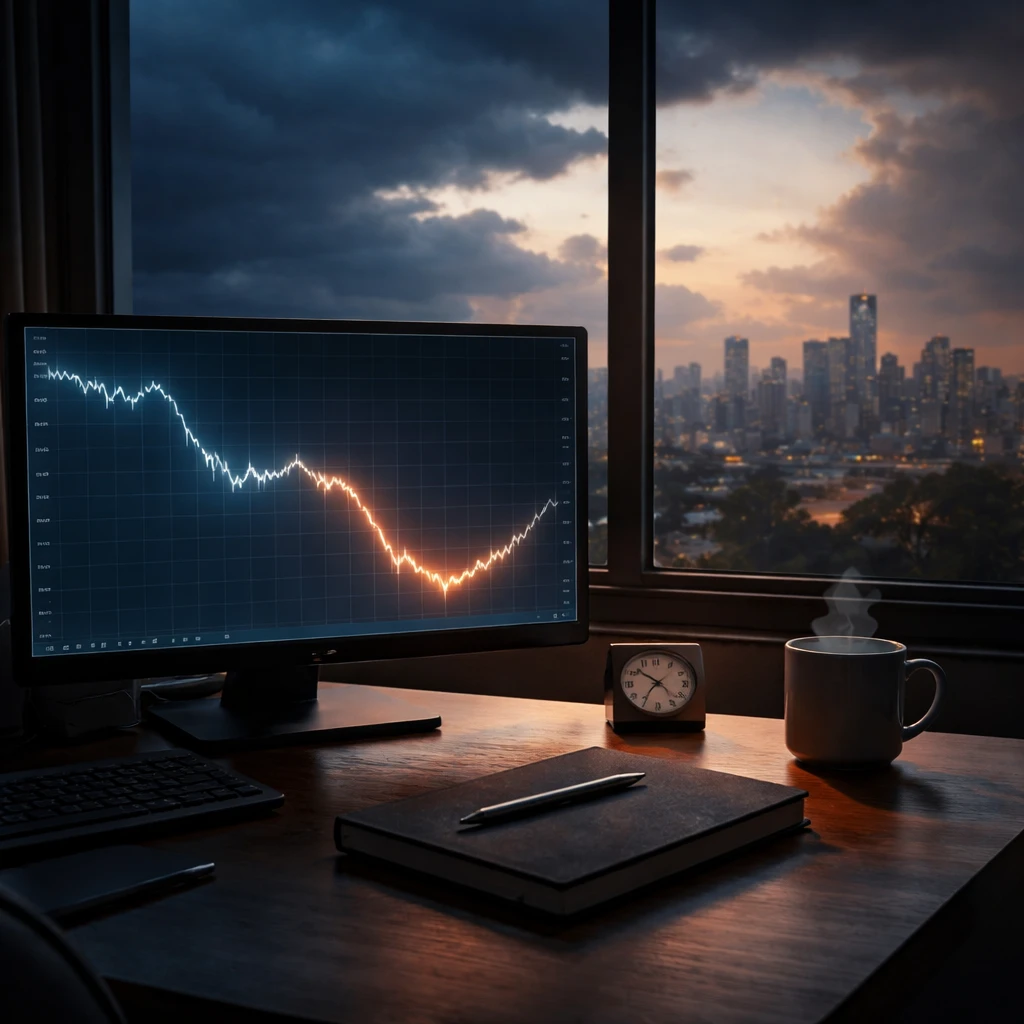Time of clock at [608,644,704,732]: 10:22
